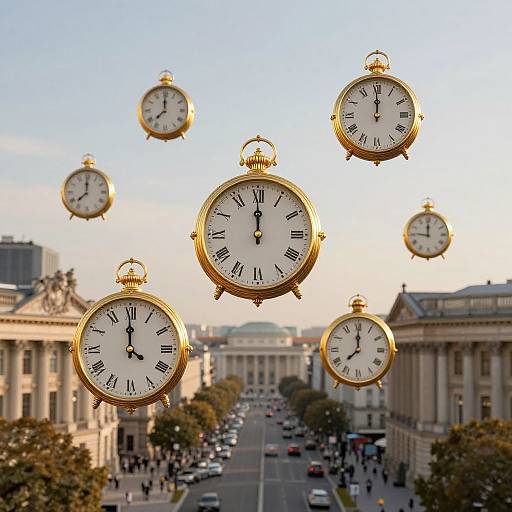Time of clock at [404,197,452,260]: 11:46
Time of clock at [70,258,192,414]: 3:59
